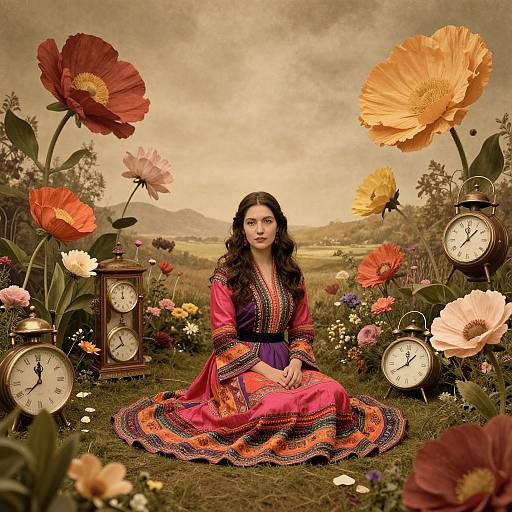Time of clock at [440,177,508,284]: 12:07
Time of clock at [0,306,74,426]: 12:00
